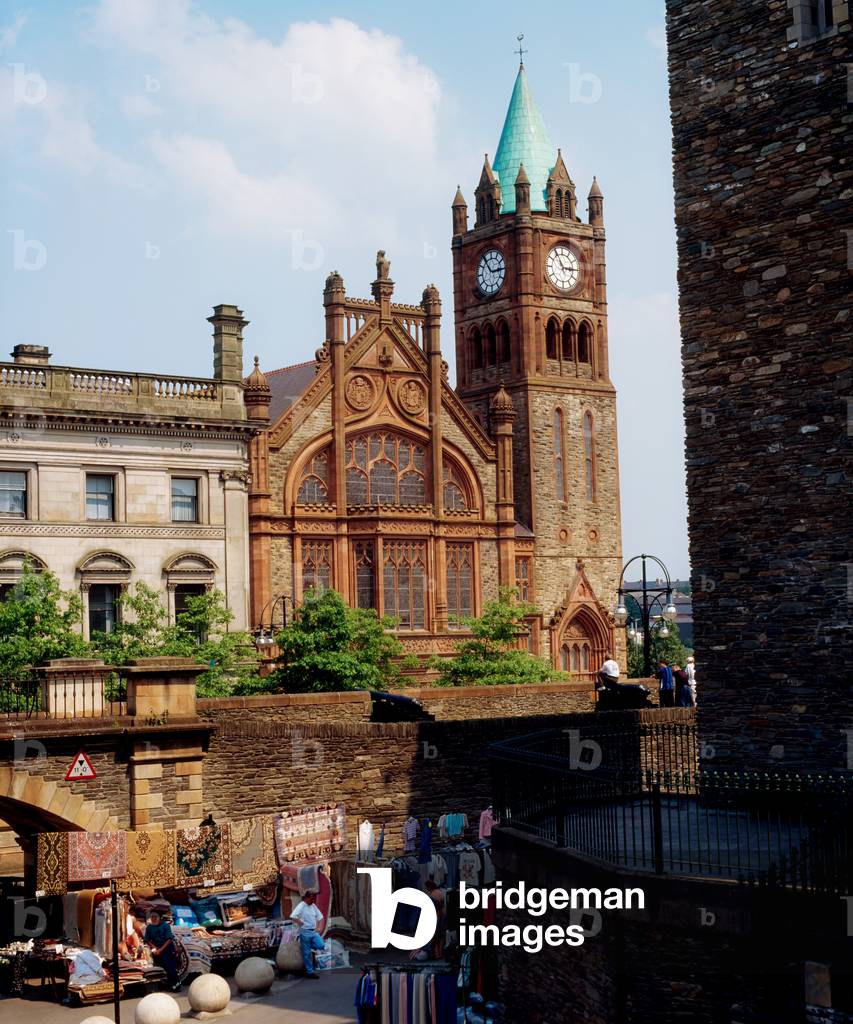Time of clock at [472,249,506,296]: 2:54
